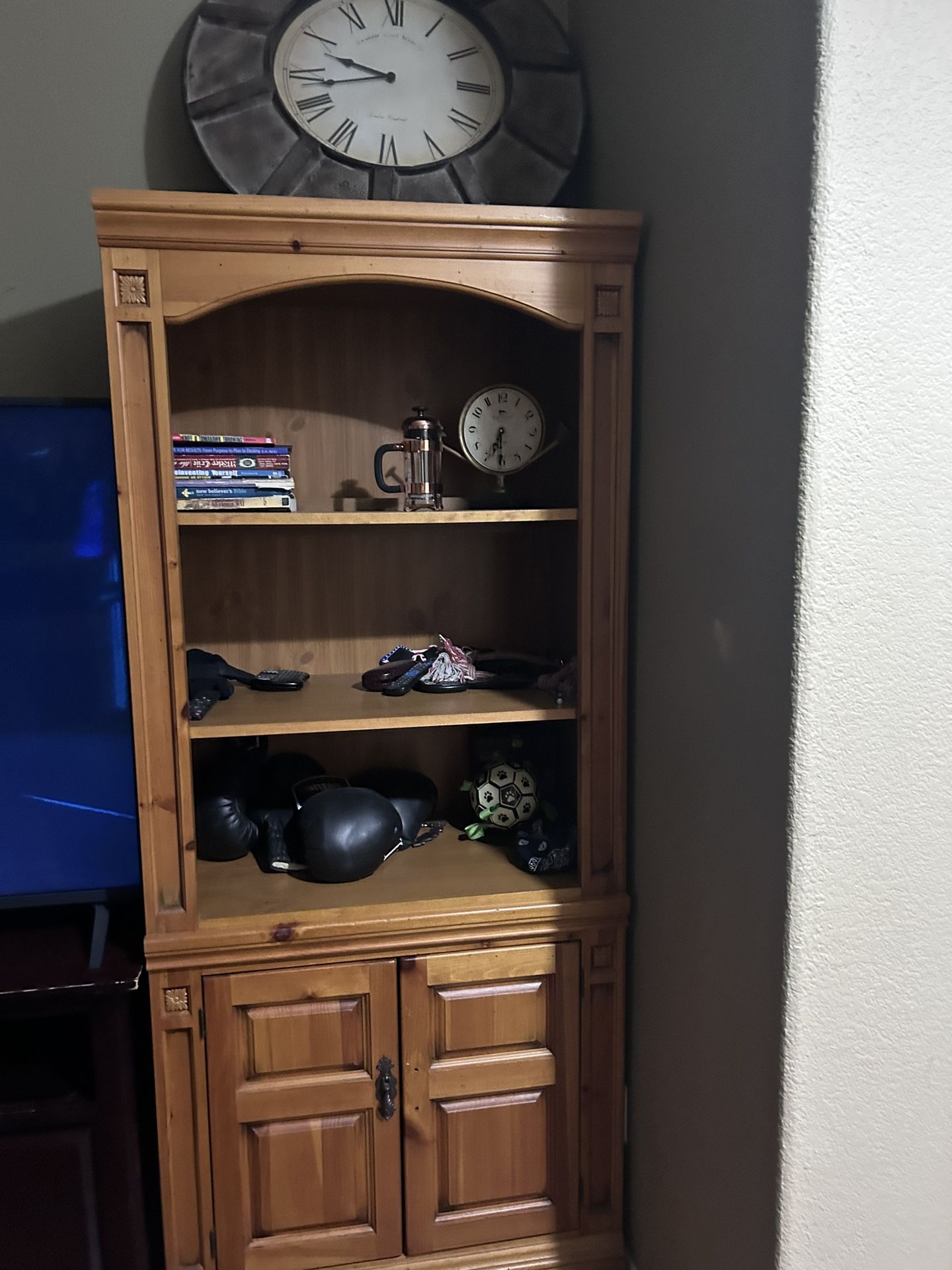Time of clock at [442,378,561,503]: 6:30
